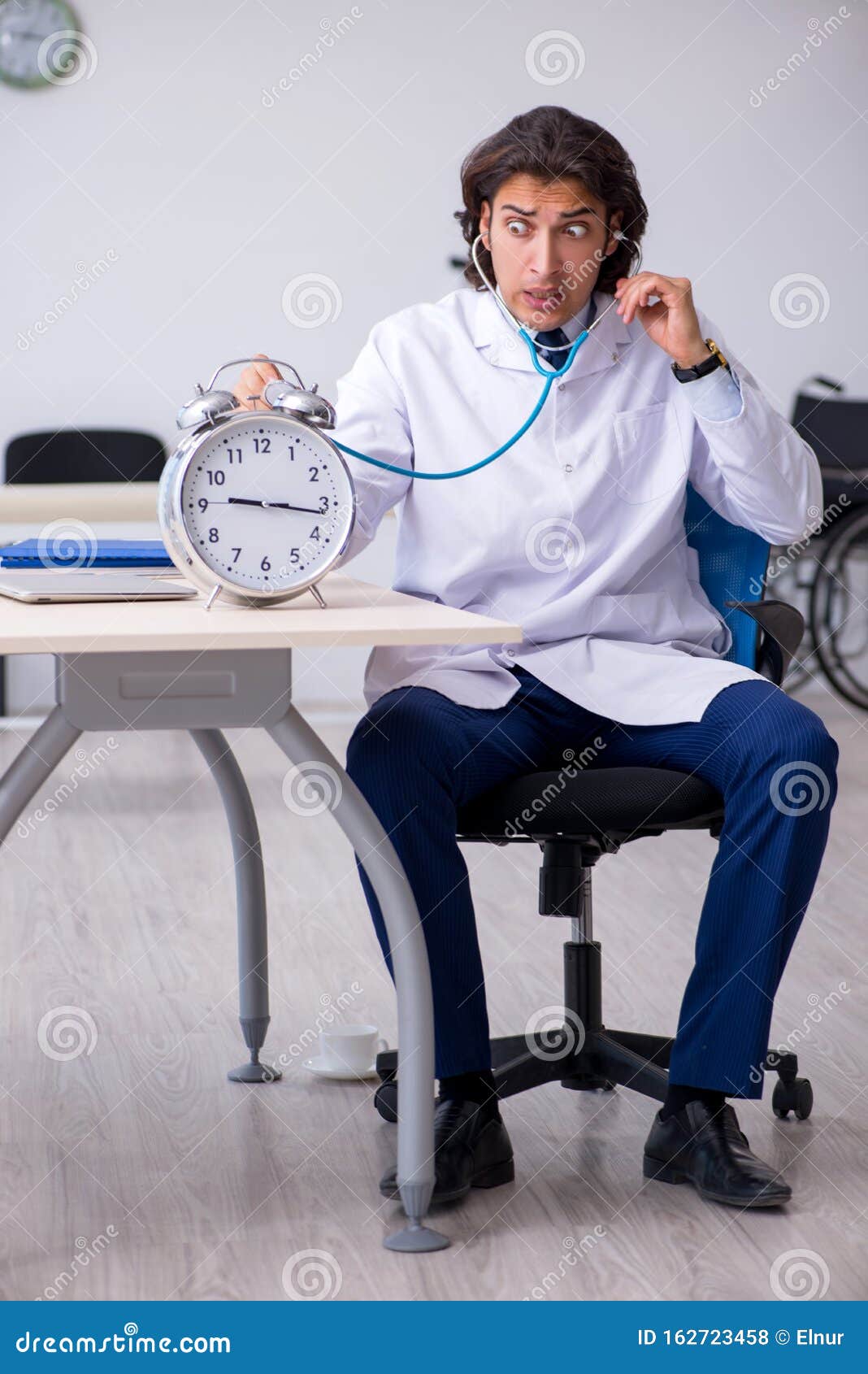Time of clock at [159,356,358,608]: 9:16
